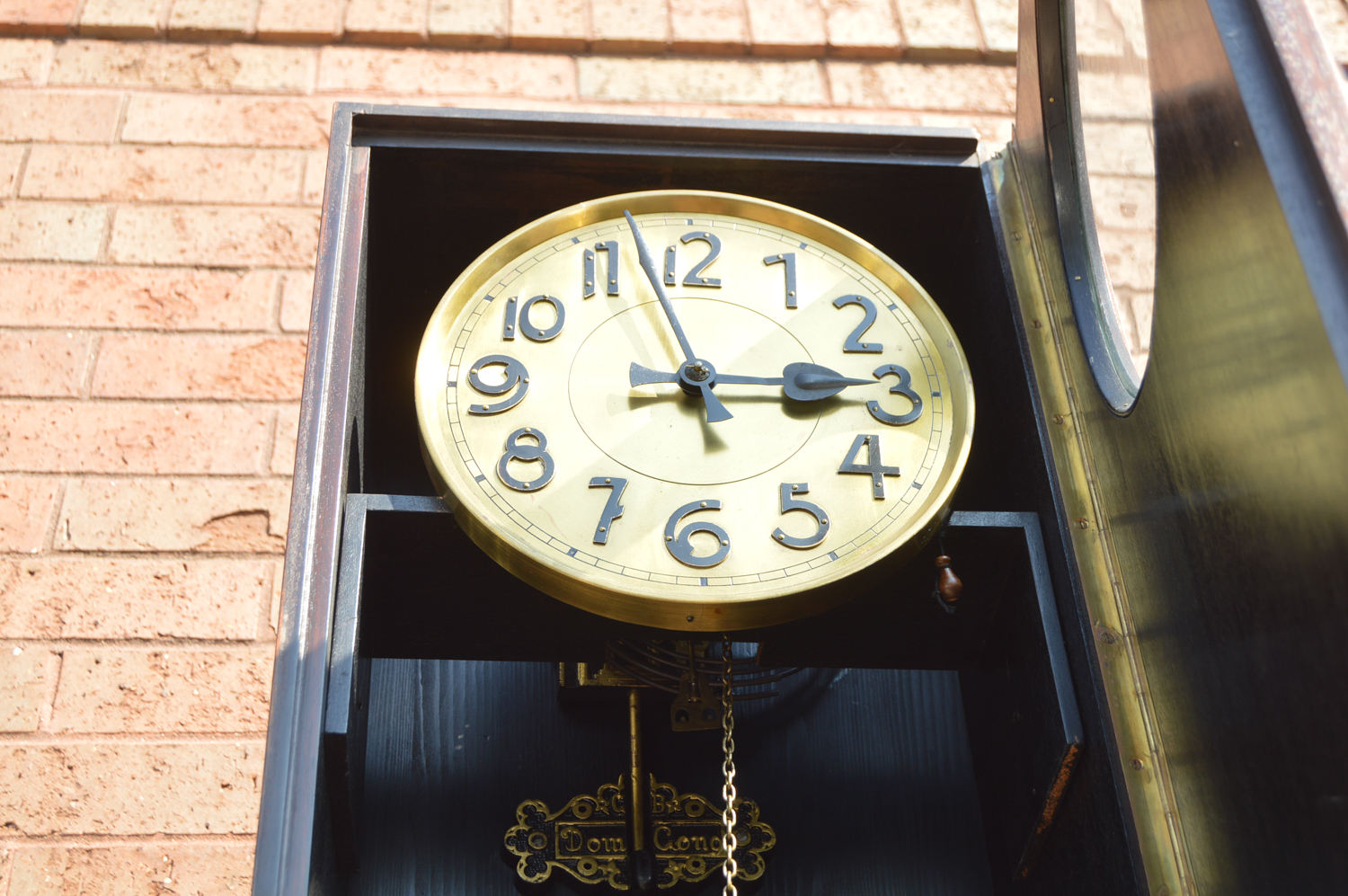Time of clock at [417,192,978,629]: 2:56
